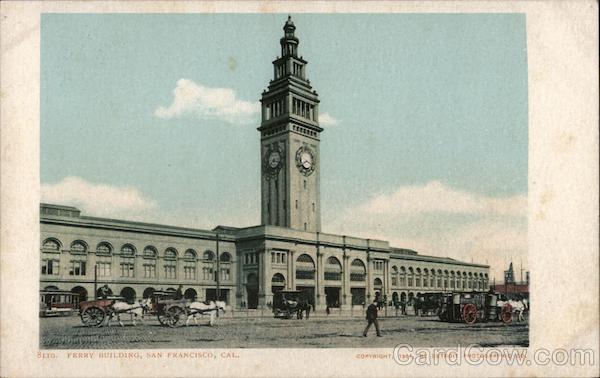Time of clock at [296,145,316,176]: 3:40
